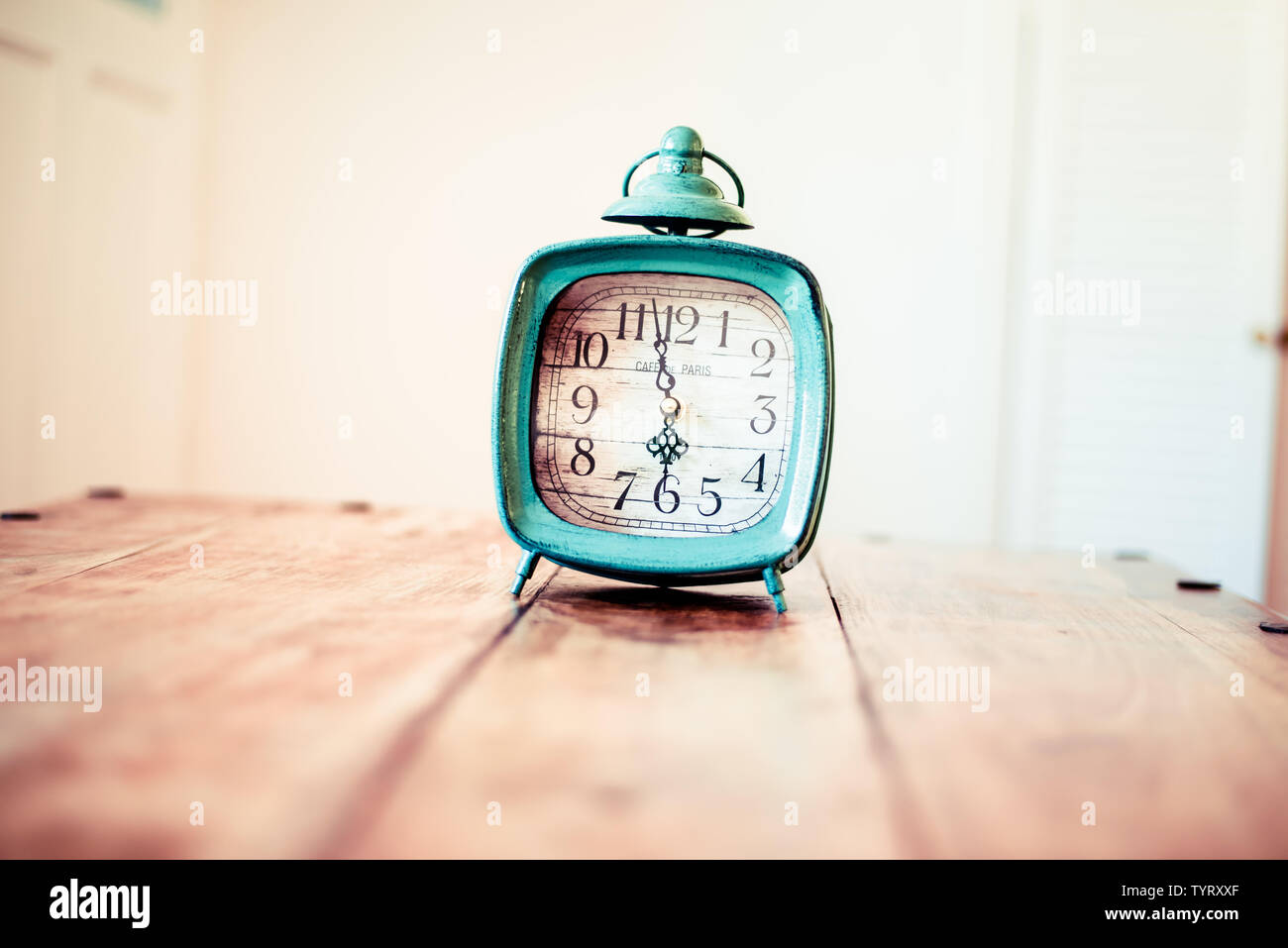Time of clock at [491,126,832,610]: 5:58
